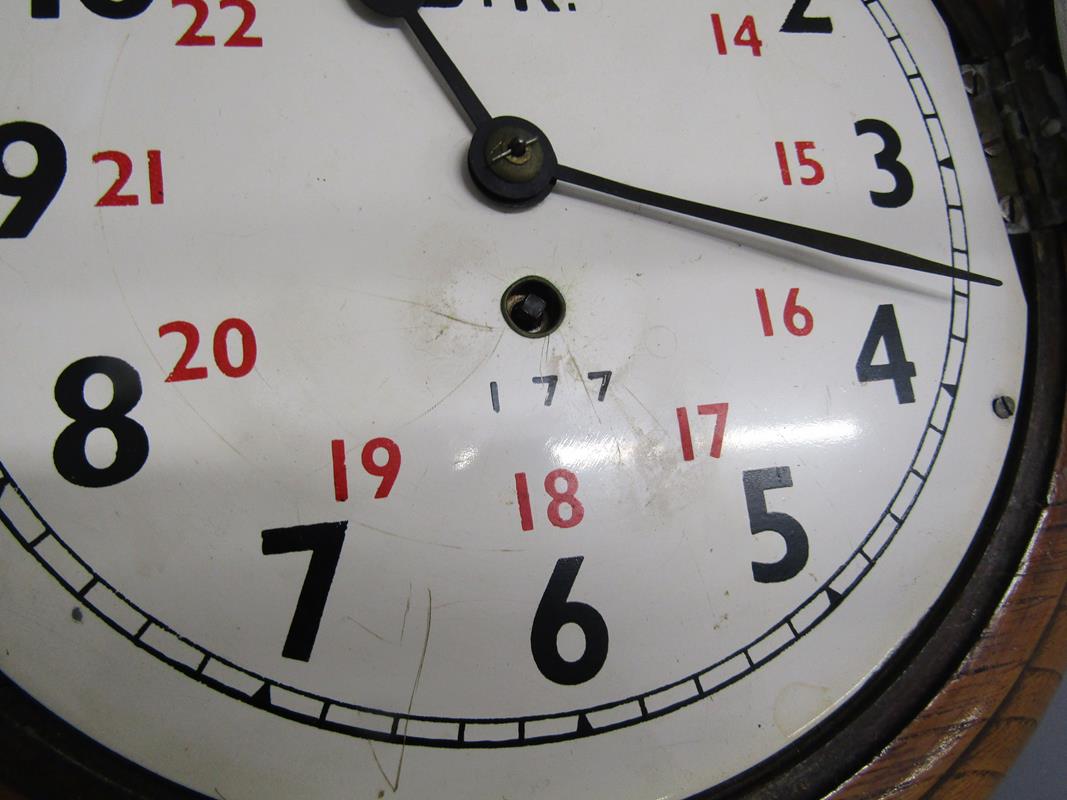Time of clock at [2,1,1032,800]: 10:17
